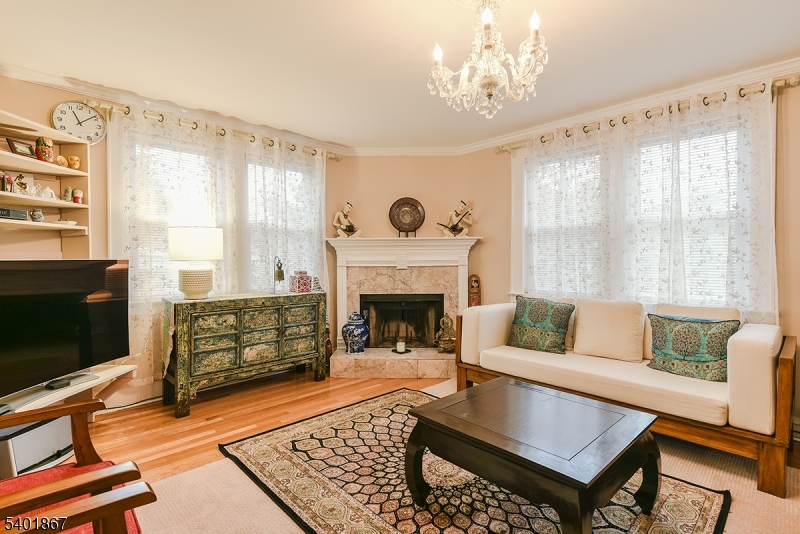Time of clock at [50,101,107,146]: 11:08
